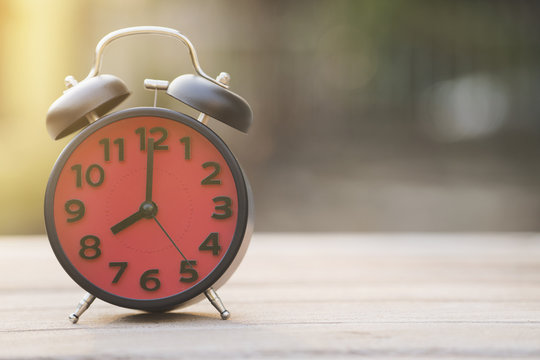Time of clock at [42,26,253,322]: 8:00
